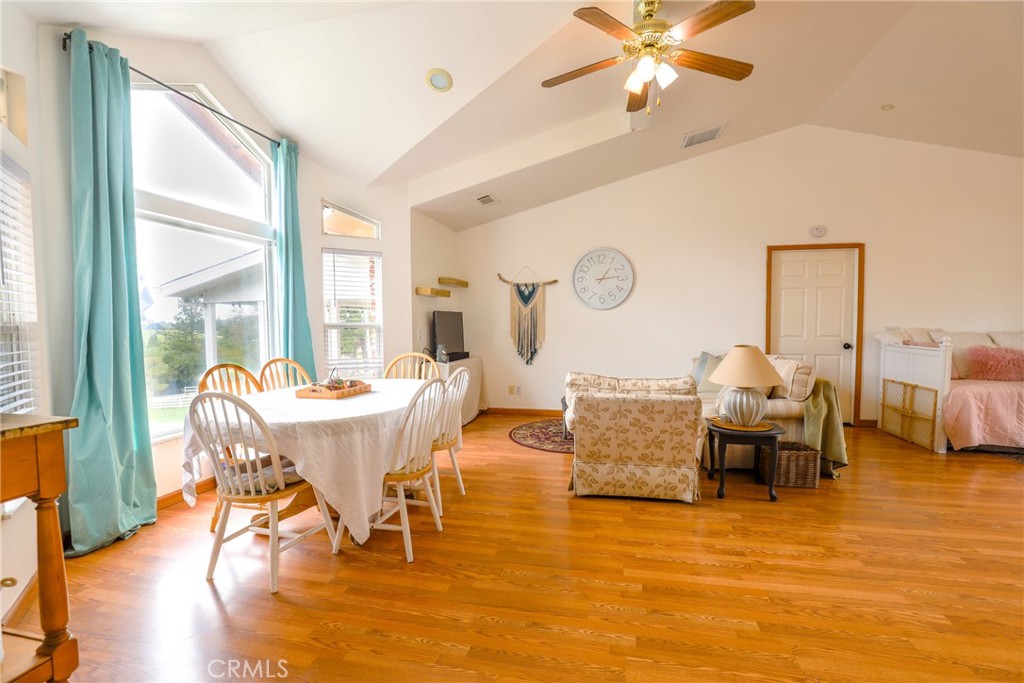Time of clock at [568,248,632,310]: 1:13
